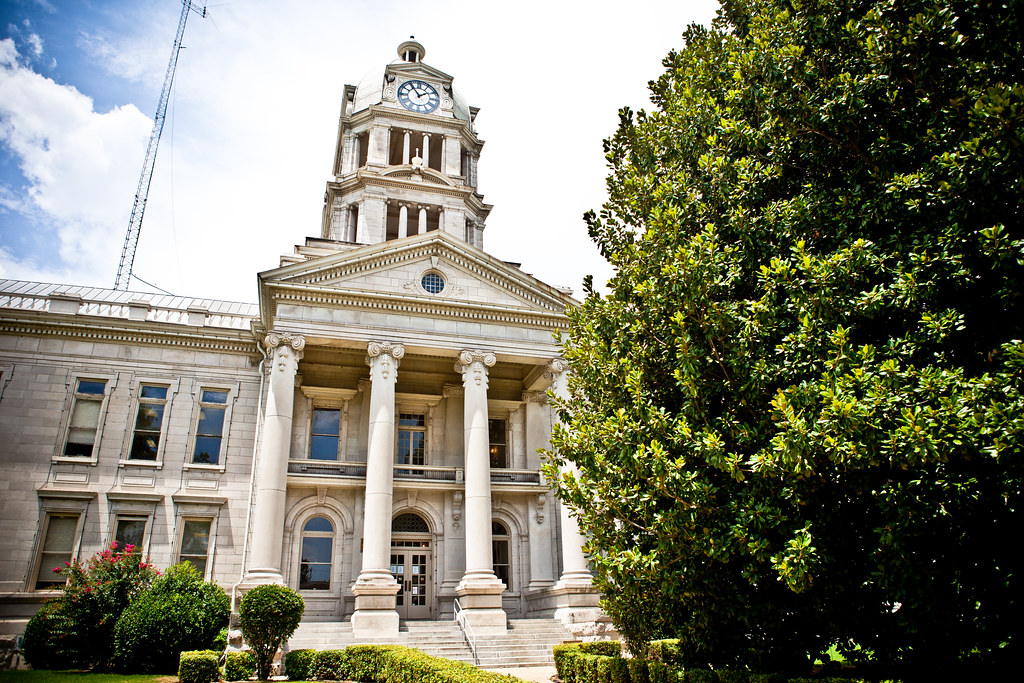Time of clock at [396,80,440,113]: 1:54
